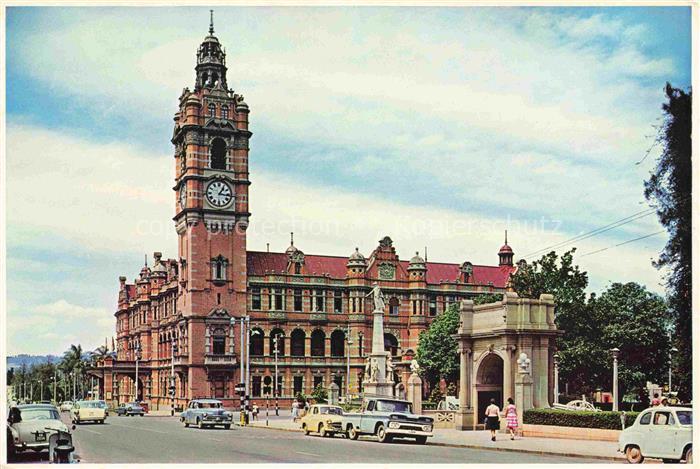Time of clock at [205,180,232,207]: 1:16
